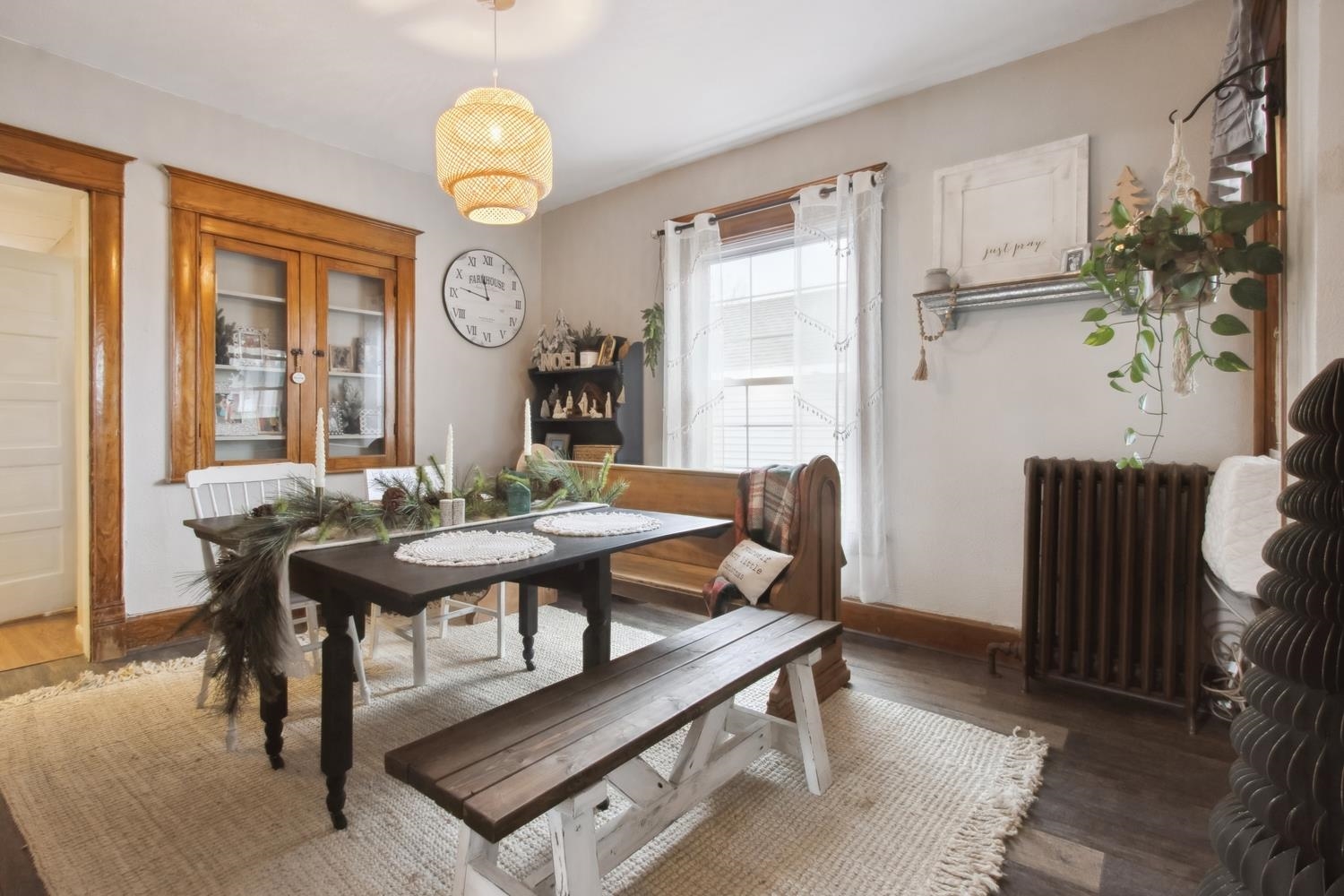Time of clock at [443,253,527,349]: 11:46
